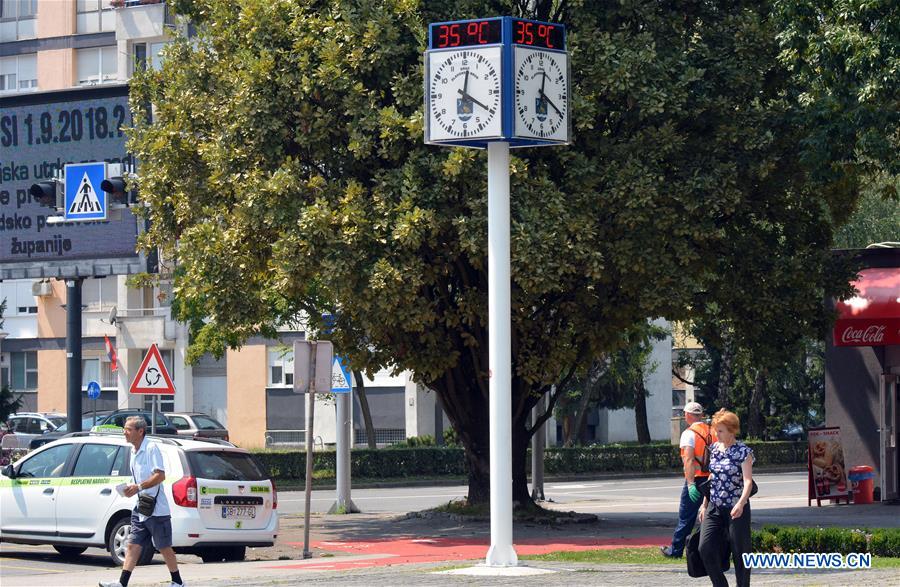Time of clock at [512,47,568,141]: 12:19
